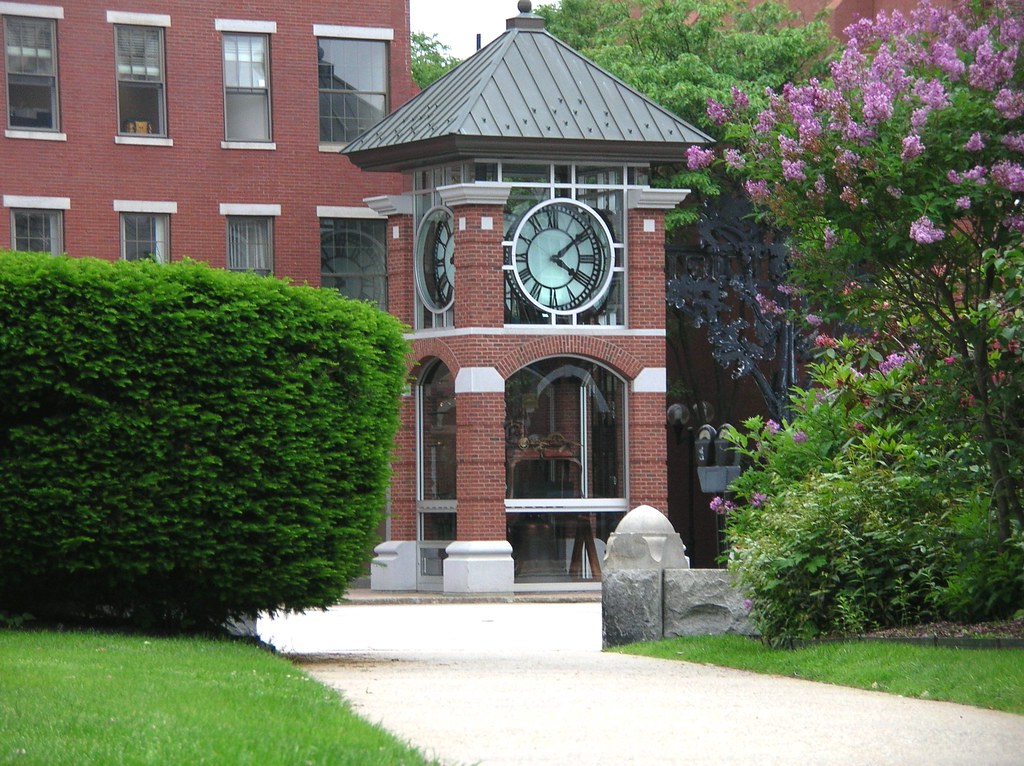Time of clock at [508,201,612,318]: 4:08
